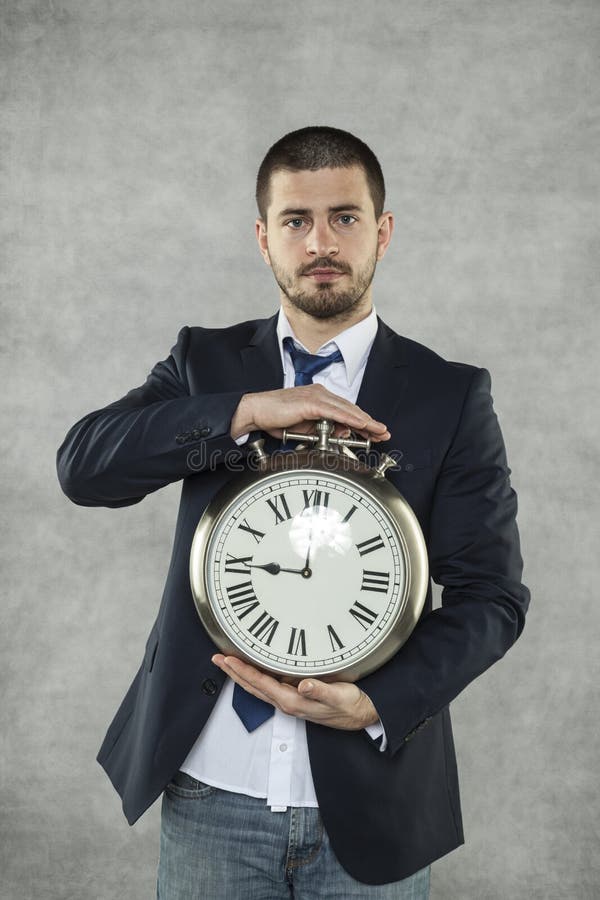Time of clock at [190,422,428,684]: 11:45
